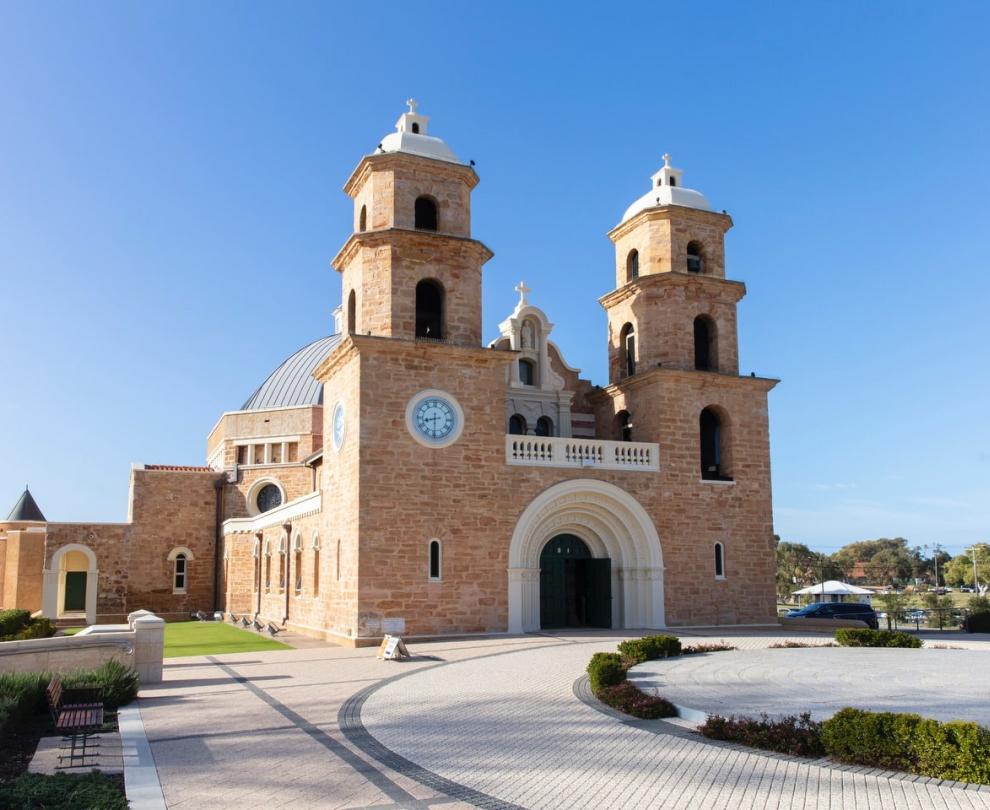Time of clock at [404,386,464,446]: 8:30
